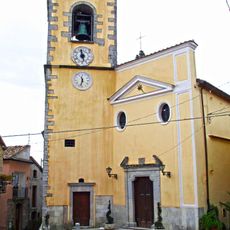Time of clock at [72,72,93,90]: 11:32
